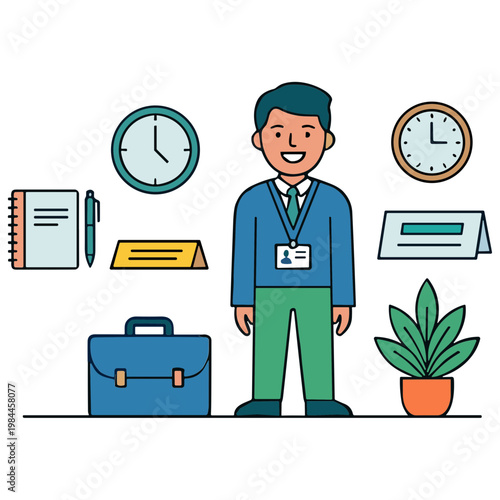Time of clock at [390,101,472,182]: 2:59
